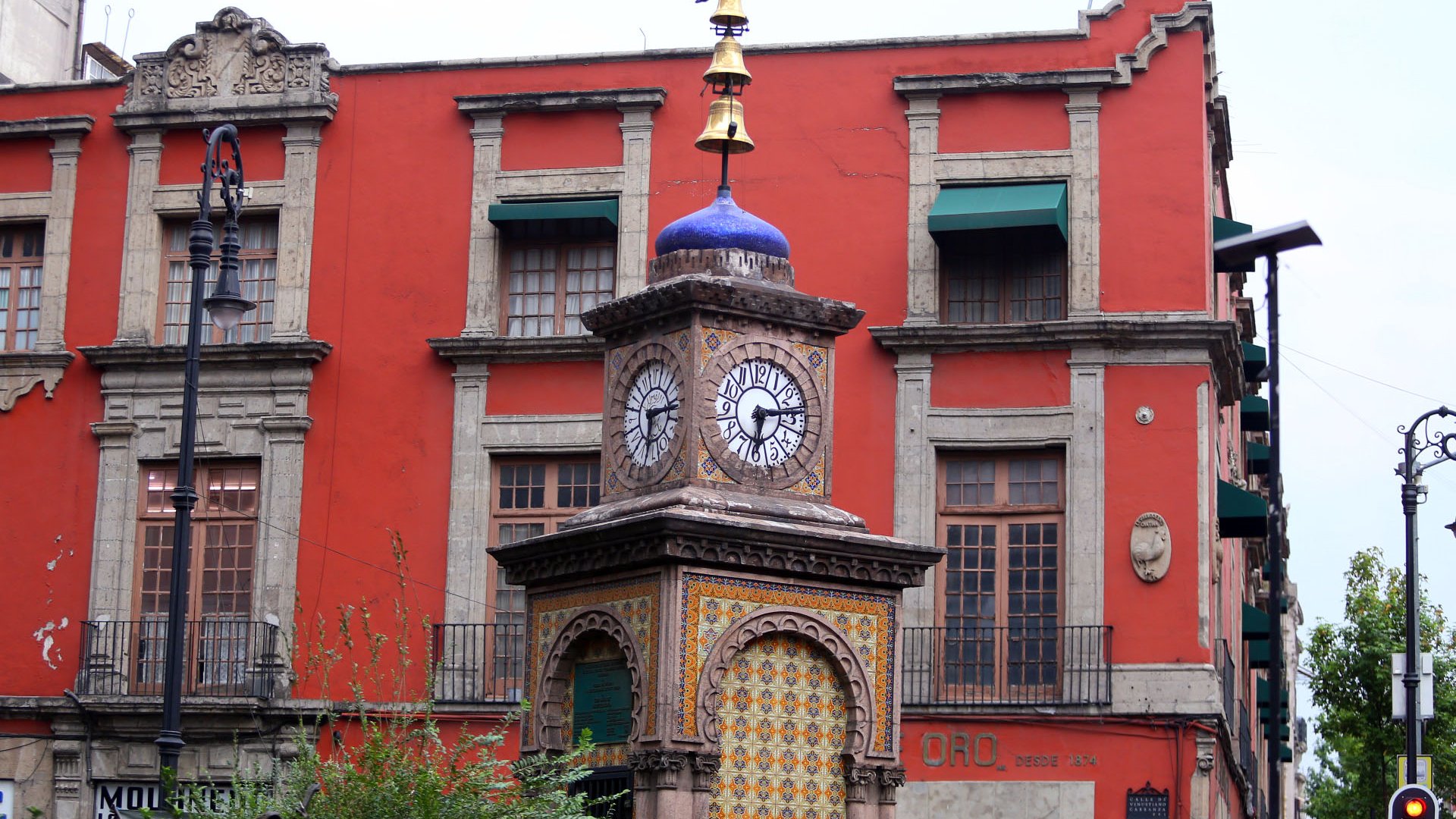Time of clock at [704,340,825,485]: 6:14
